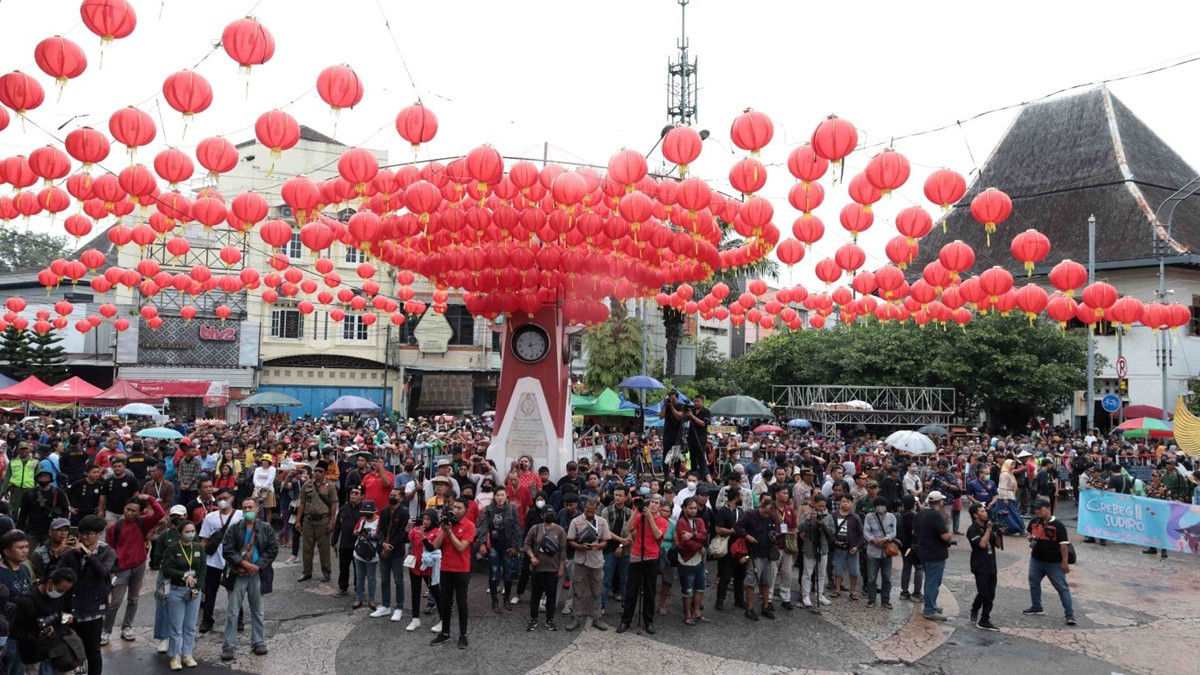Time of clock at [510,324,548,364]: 2:28
